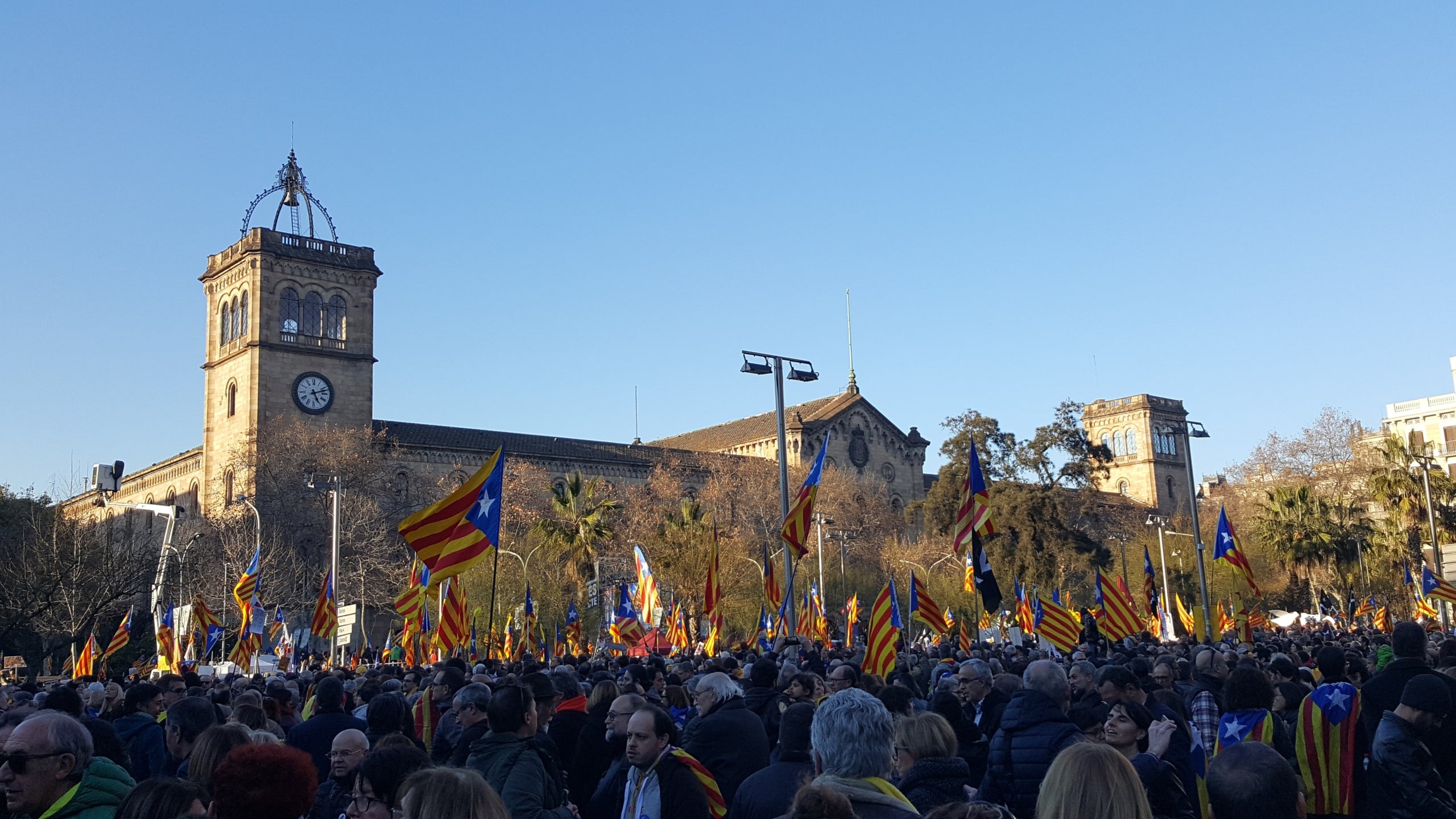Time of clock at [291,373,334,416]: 5:12
